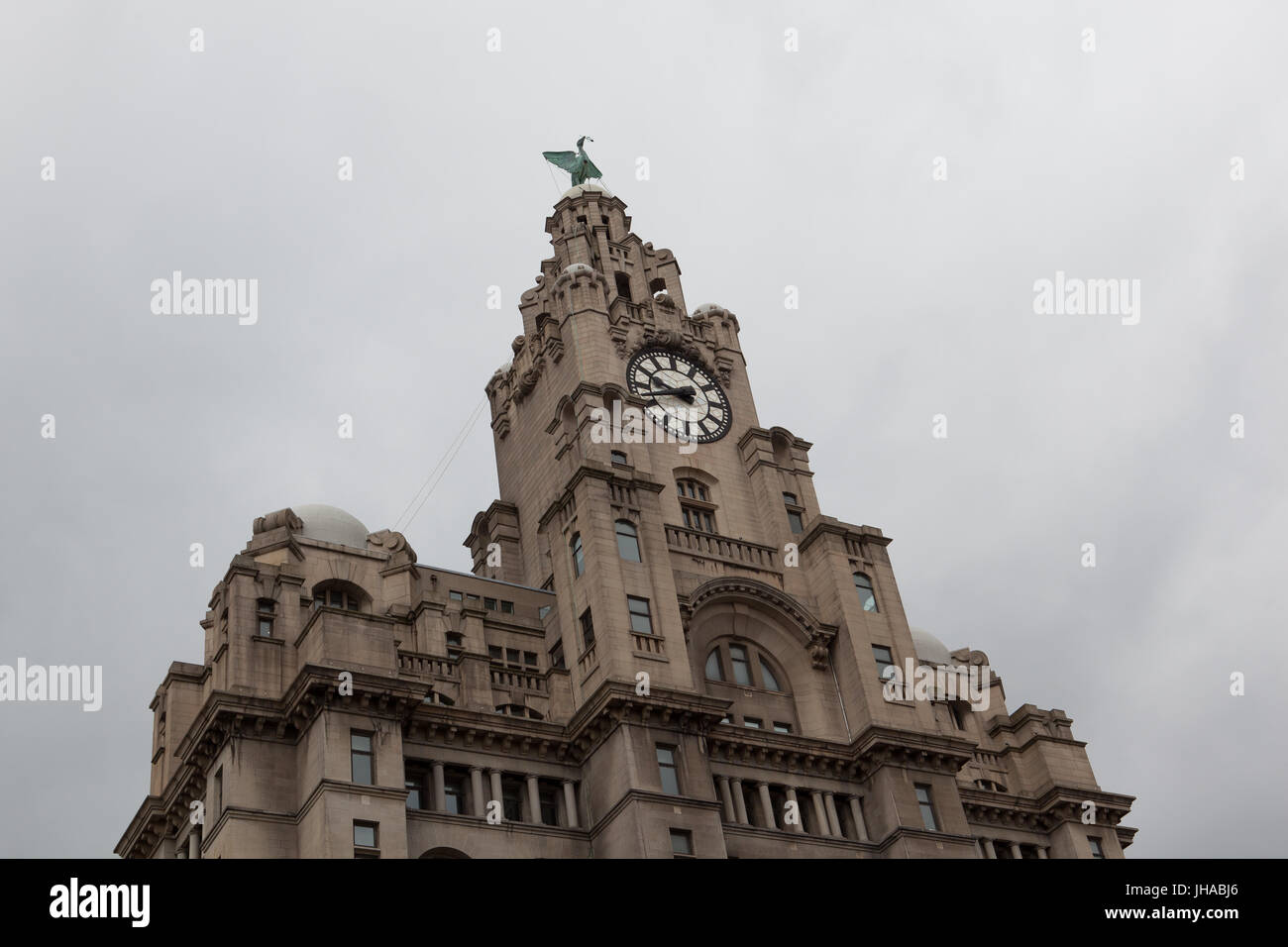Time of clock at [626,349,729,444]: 9:42
